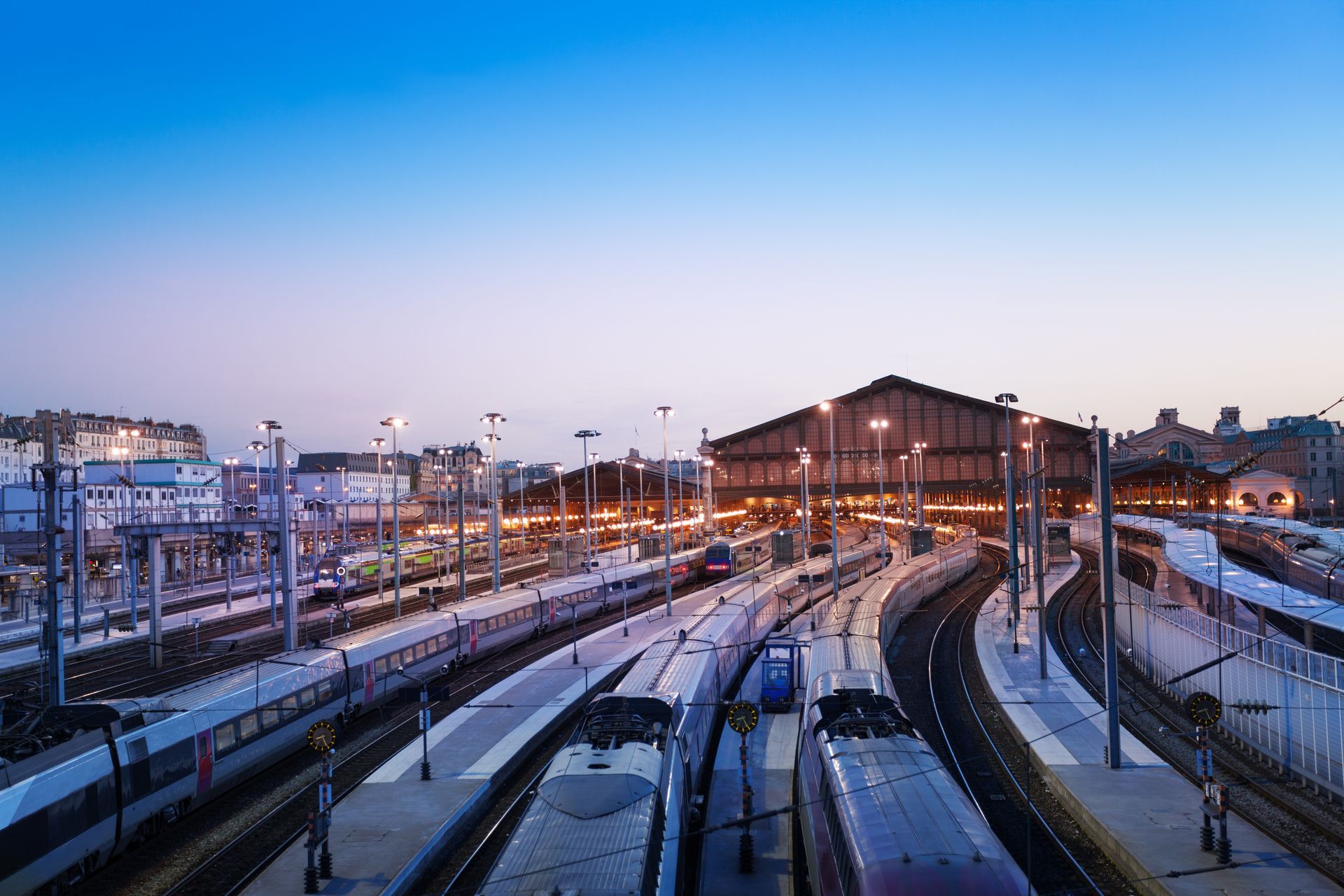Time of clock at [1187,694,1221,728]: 8:26
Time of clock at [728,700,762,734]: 8:25
